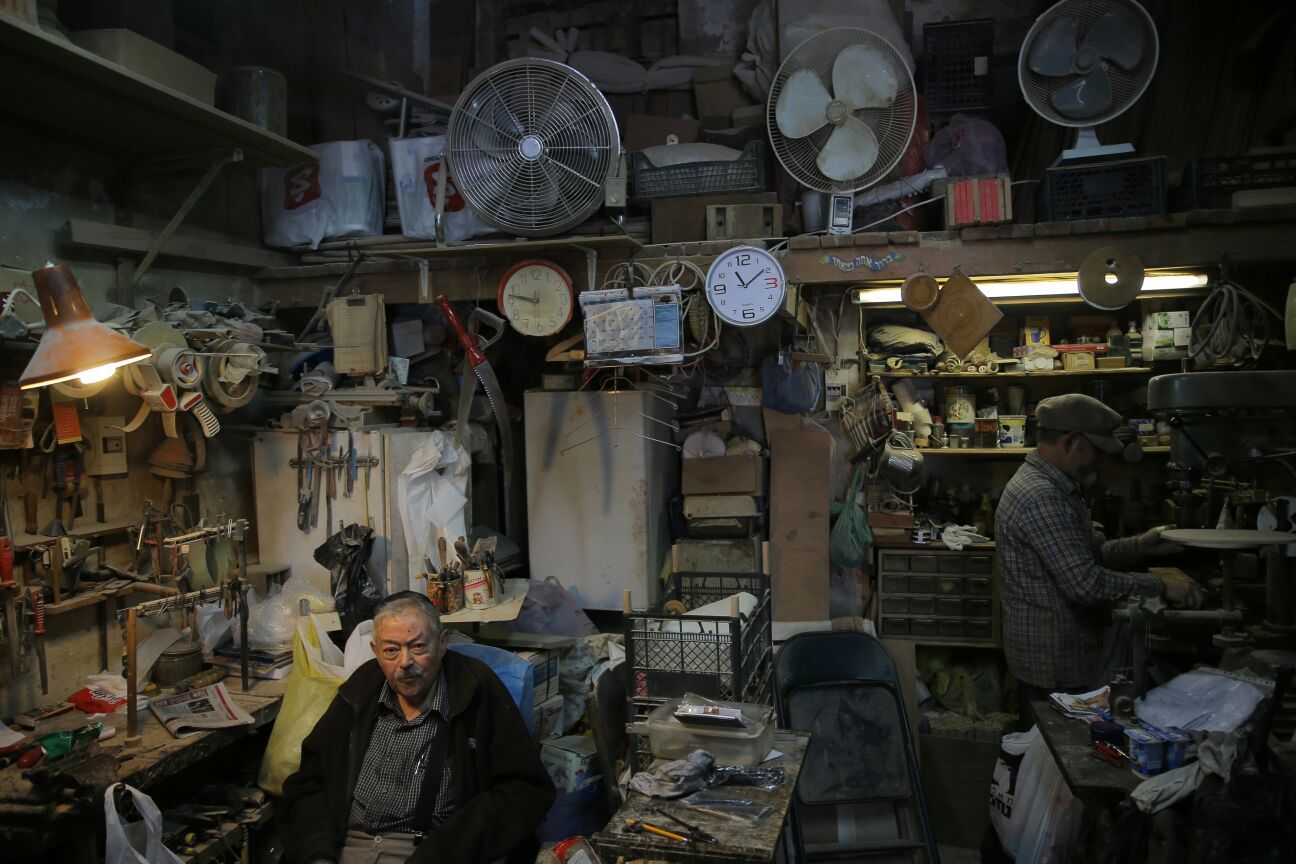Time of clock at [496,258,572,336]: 9:47
